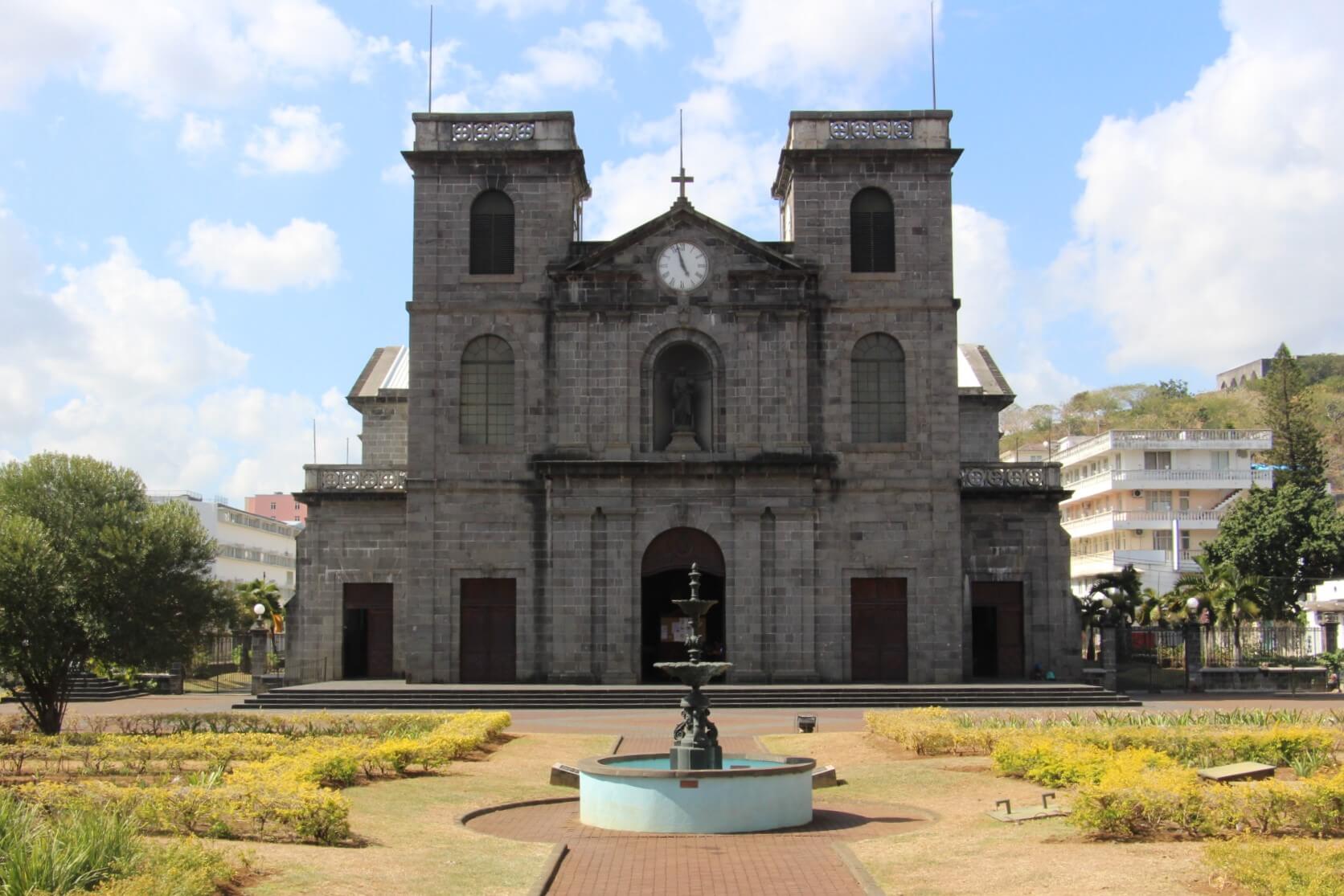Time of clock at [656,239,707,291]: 4:57
